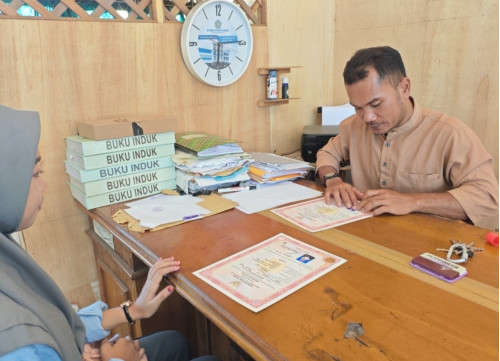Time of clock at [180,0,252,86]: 6:14
